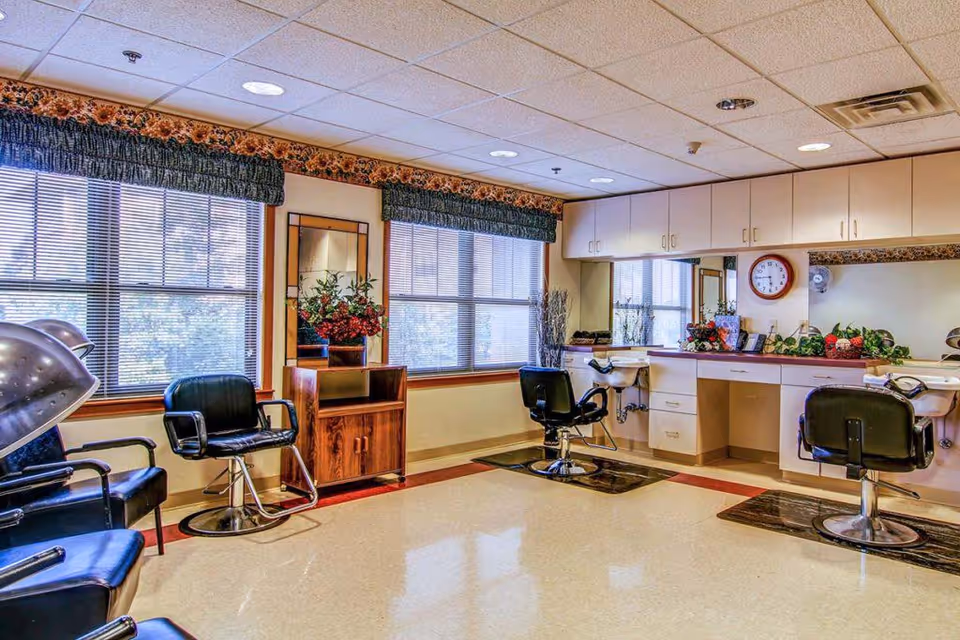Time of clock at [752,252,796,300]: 5:45
